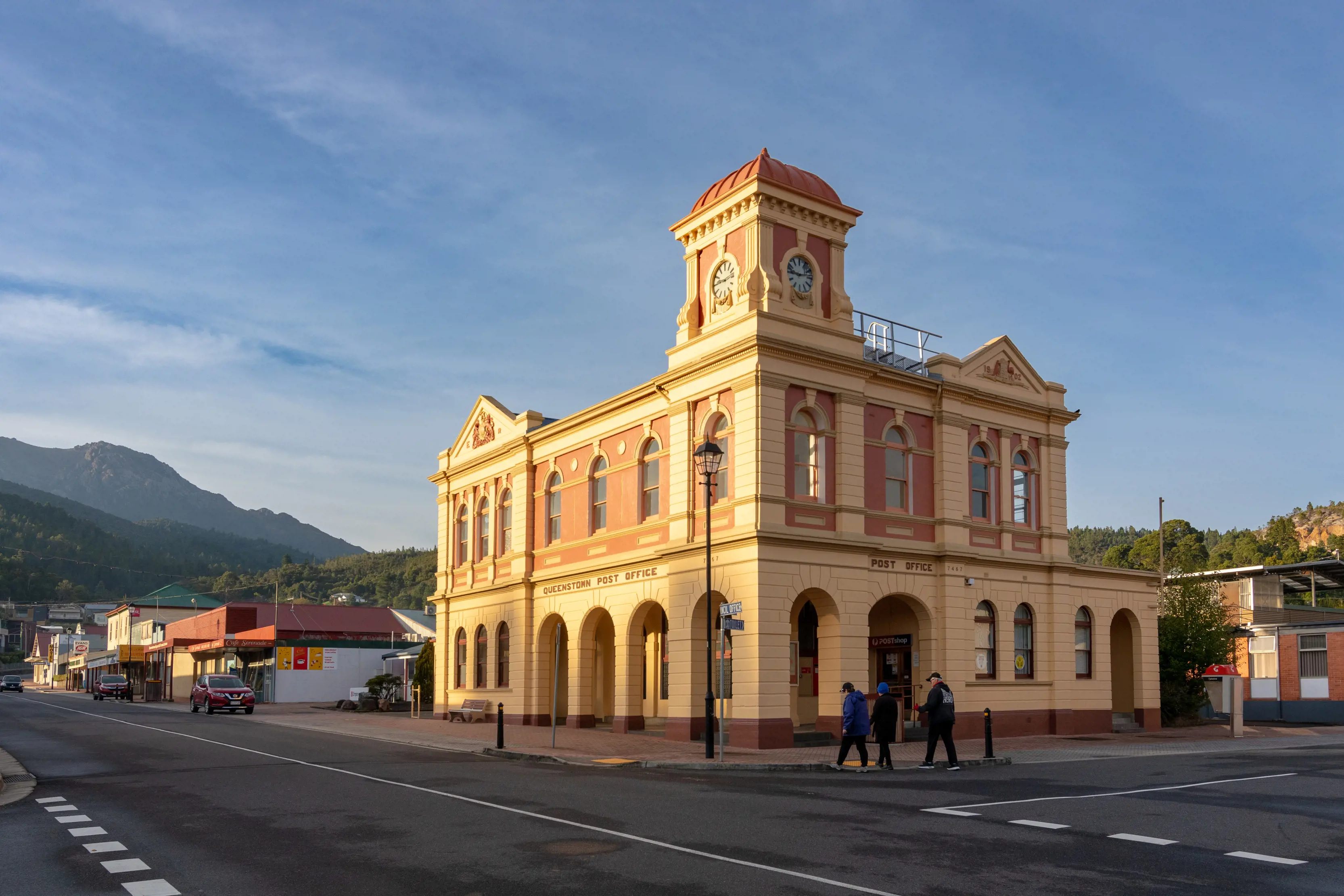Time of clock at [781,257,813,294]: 9:13
